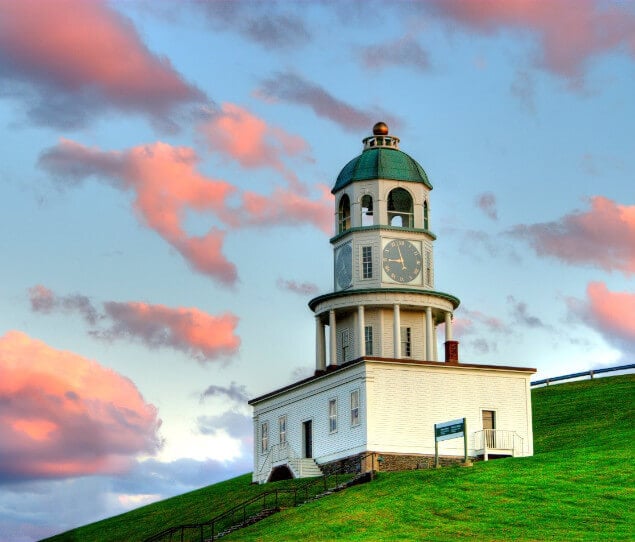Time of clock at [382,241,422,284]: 8:57
